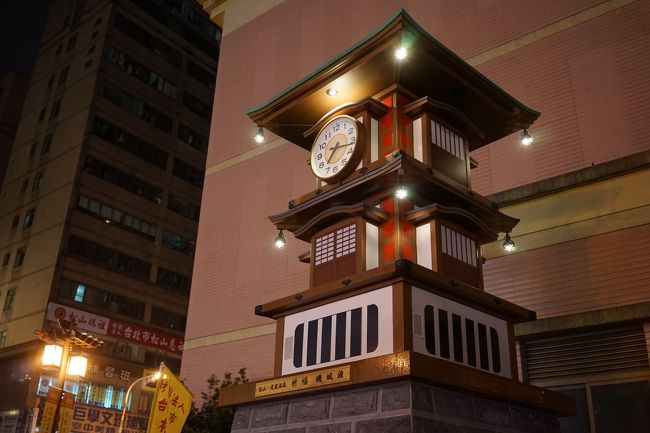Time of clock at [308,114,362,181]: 7:17
